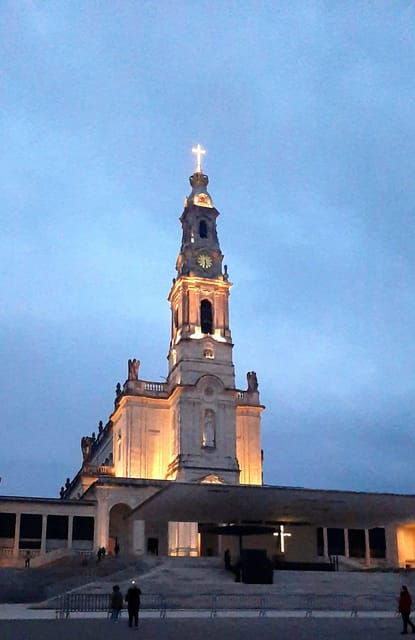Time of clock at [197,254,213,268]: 5:30
